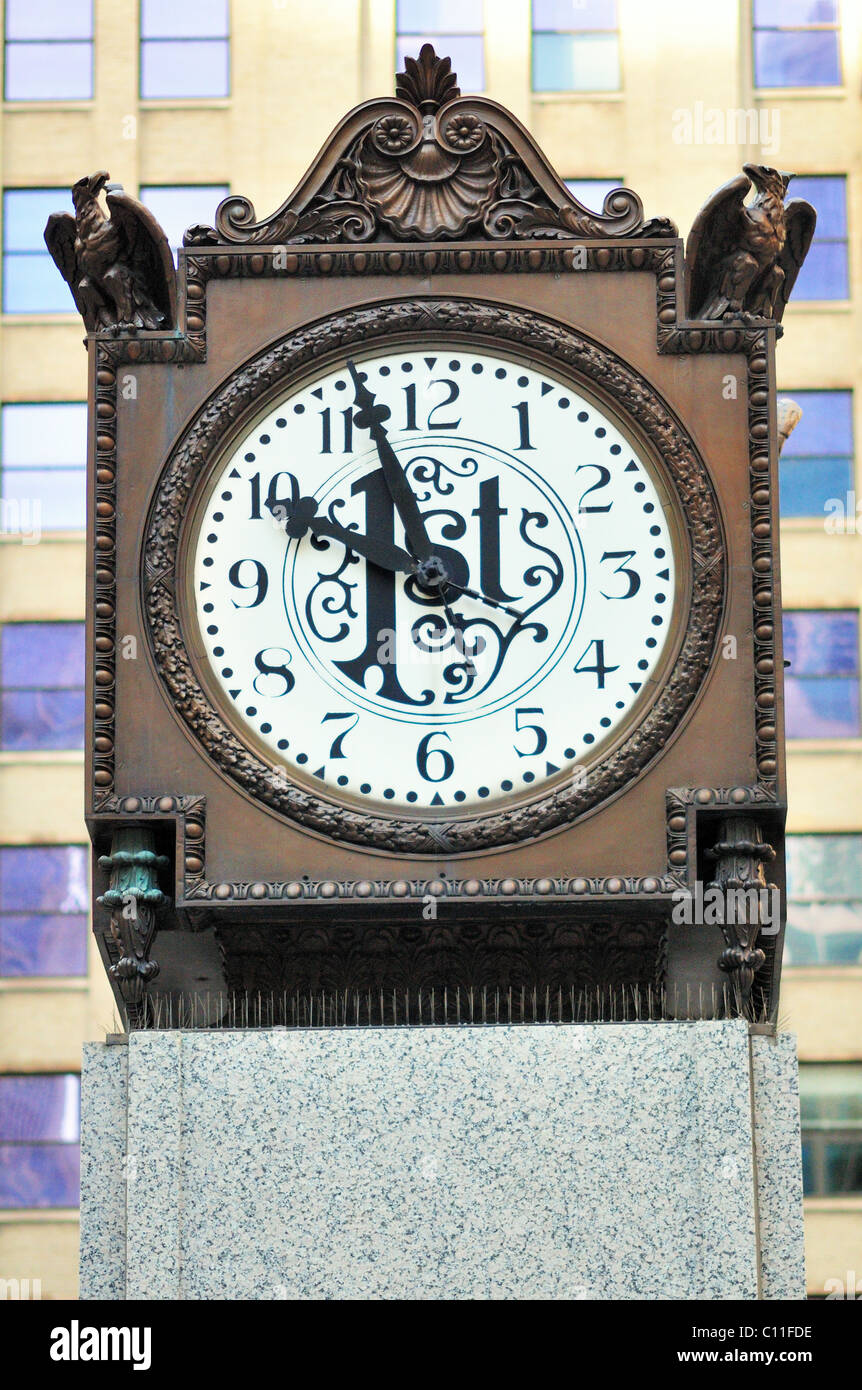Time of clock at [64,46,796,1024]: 9:57
